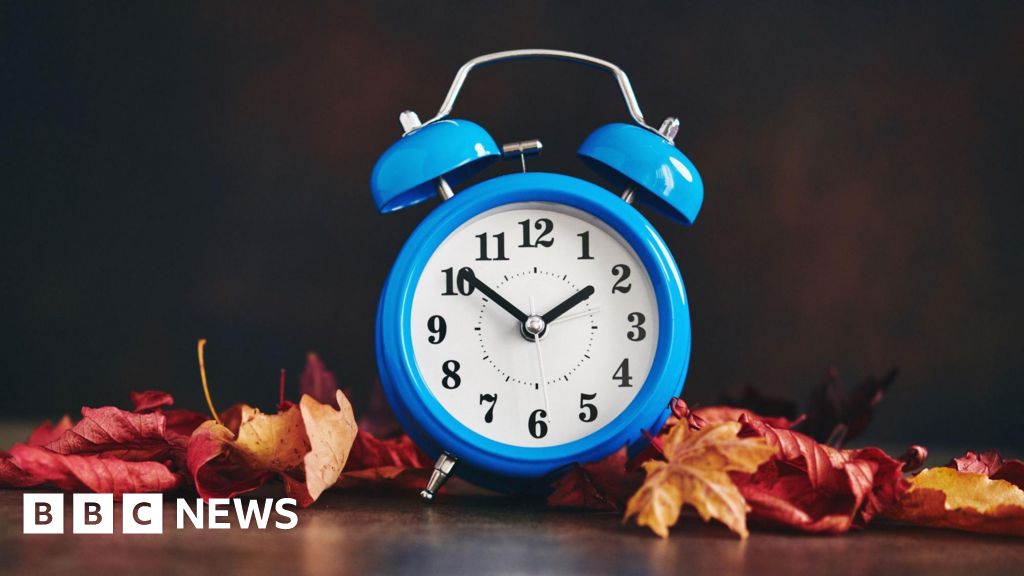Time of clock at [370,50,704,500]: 1:51
